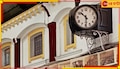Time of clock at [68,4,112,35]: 10:30
